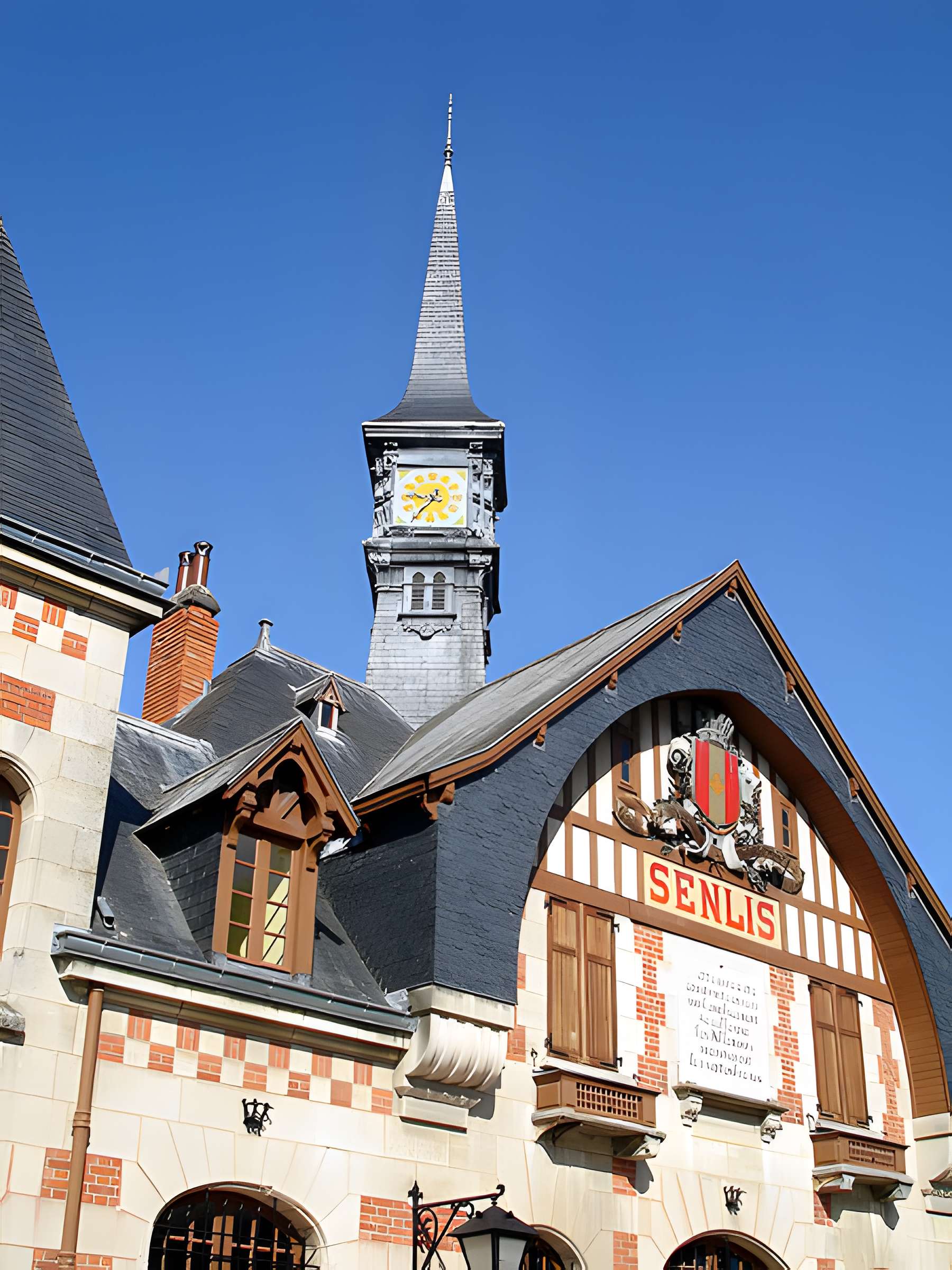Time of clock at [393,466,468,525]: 9:36
